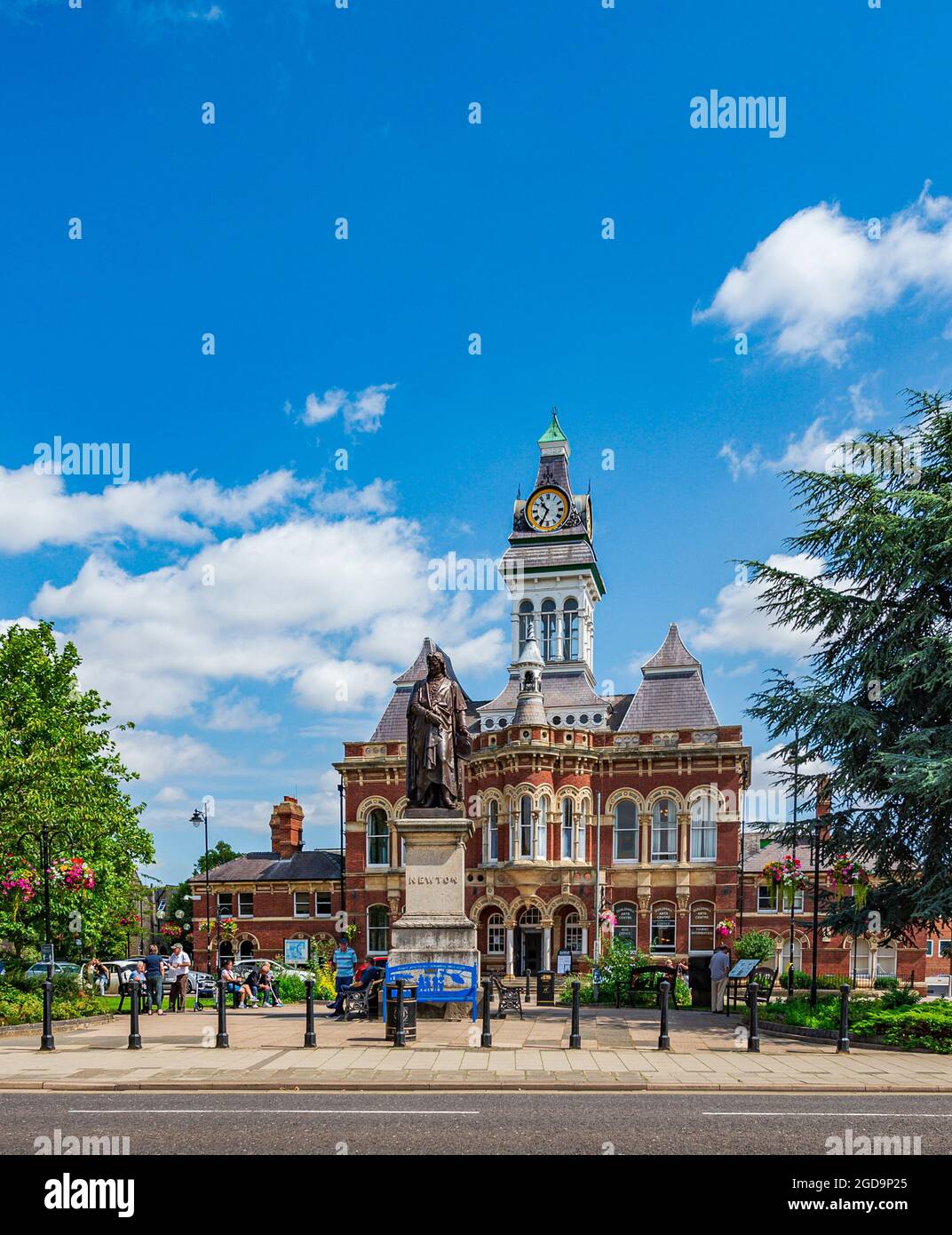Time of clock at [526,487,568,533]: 10:34
